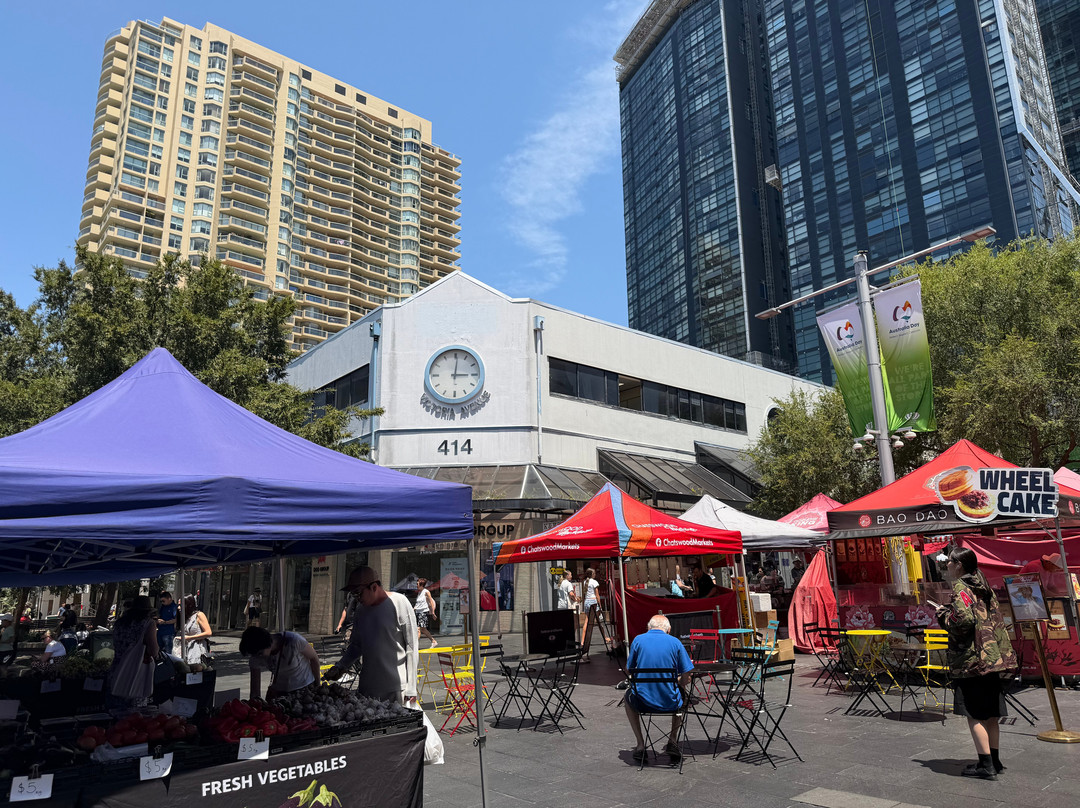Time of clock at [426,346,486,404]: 3:00
